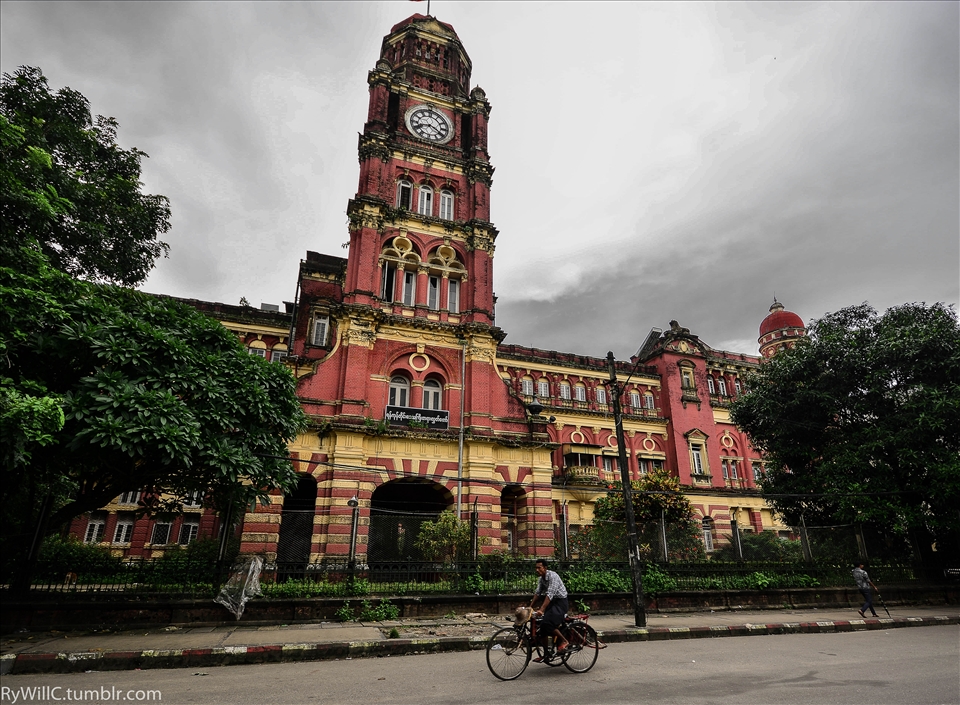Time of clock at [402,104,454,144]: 8:20
